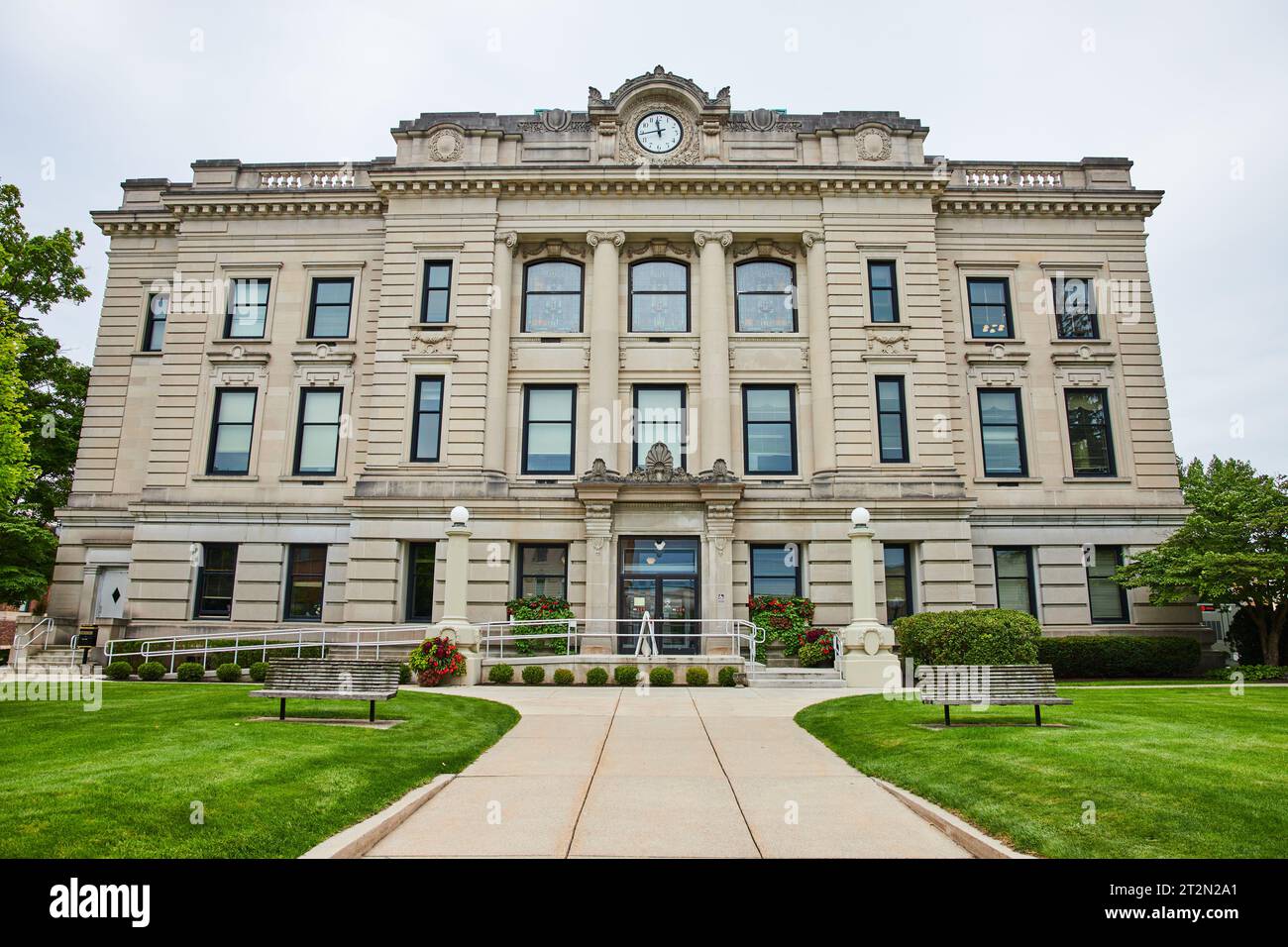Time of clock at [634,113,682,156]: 11:43
